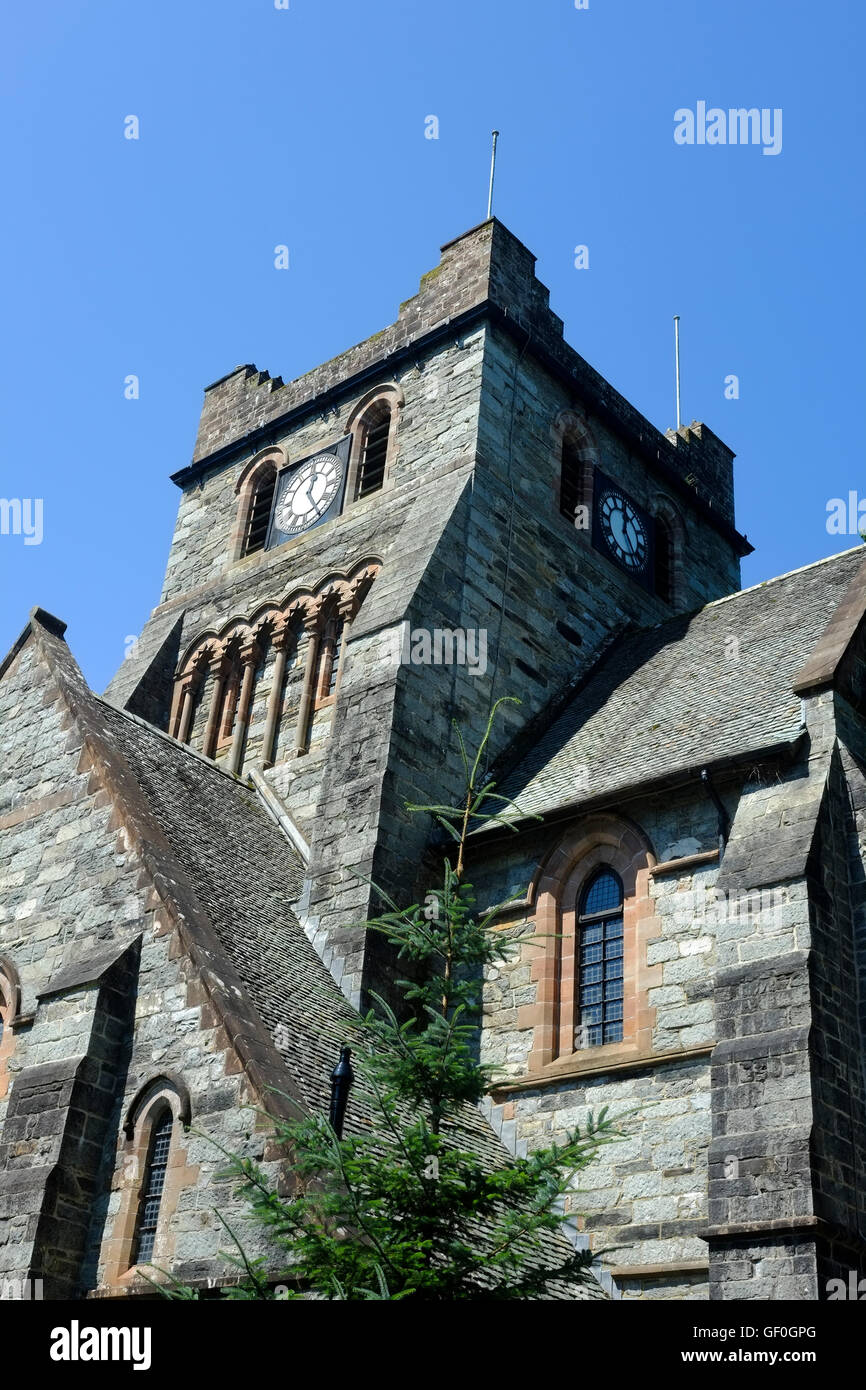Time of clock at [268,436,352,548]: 12:24
